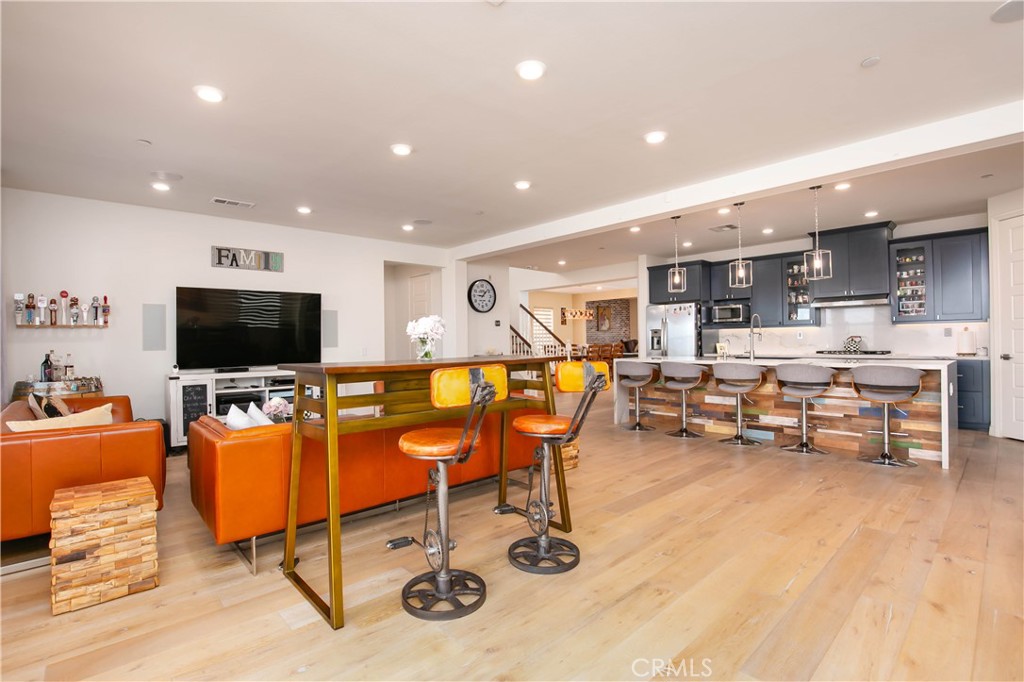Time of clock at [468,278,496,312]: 9:07
